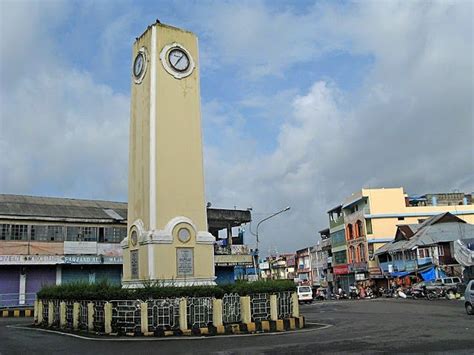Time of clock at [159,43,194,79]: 7:07
